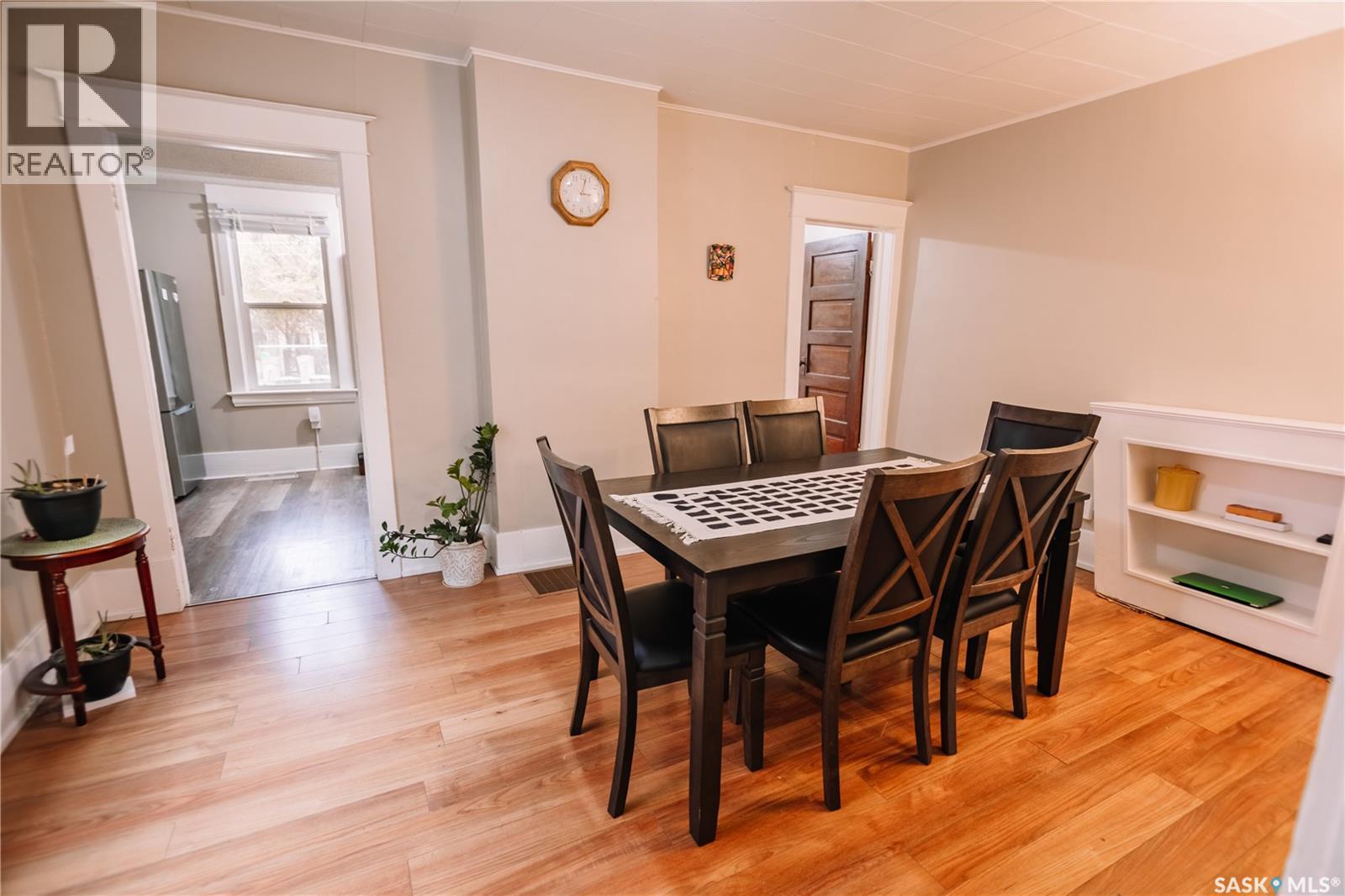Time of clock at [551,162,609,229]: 3:02
